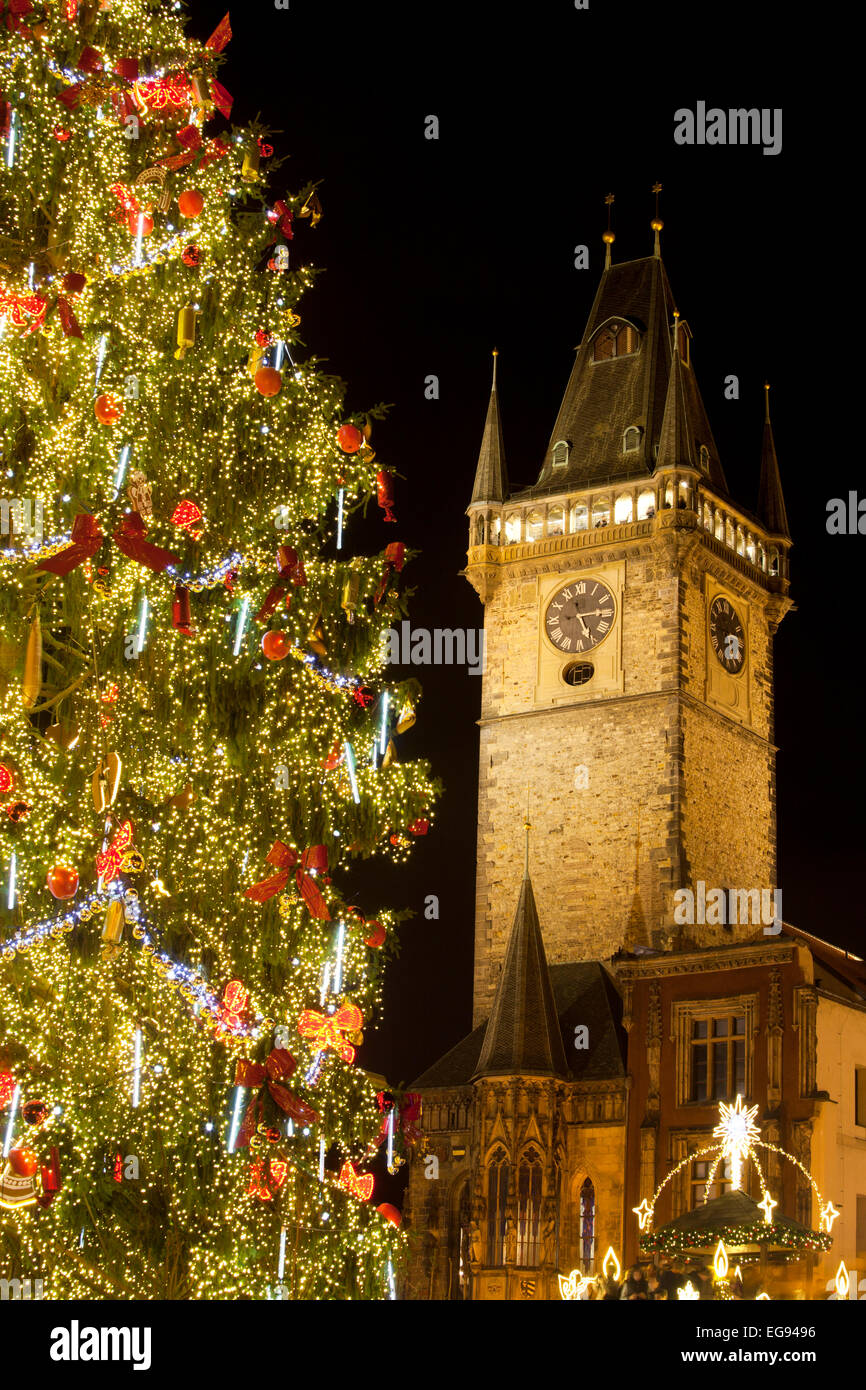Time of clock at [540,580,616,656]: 5:14
